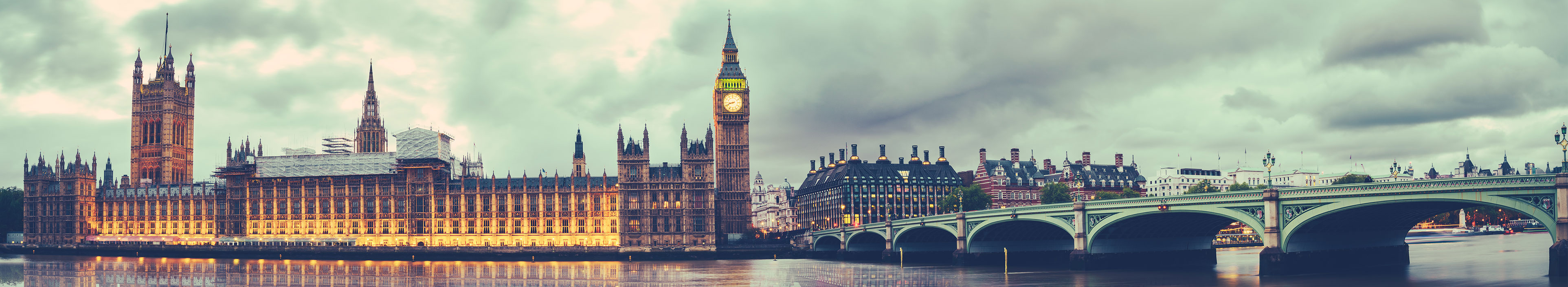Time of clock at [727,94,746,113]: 8:41
